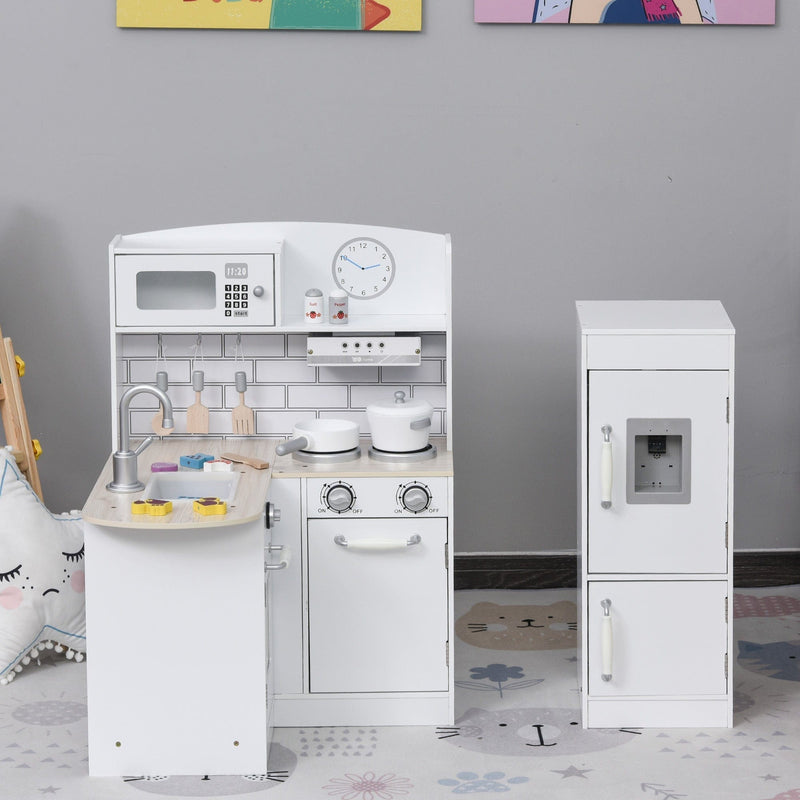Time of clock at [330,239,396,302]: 2:50
